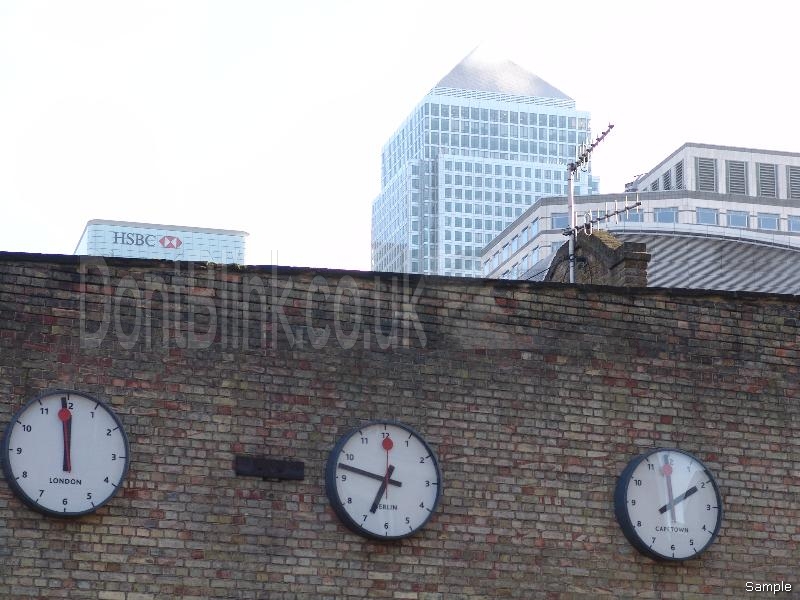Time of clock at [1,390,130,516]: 11:59
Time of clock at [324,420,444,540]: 6:47
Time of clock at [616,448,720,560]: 1:59
